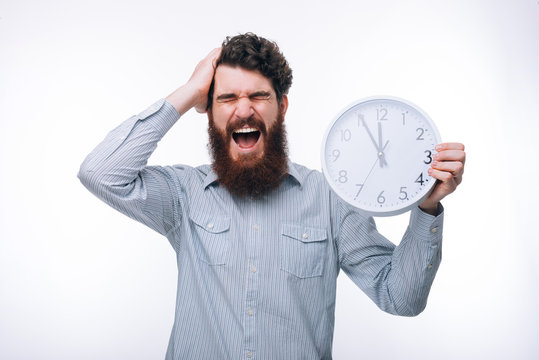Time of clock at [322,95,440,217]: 11:55
